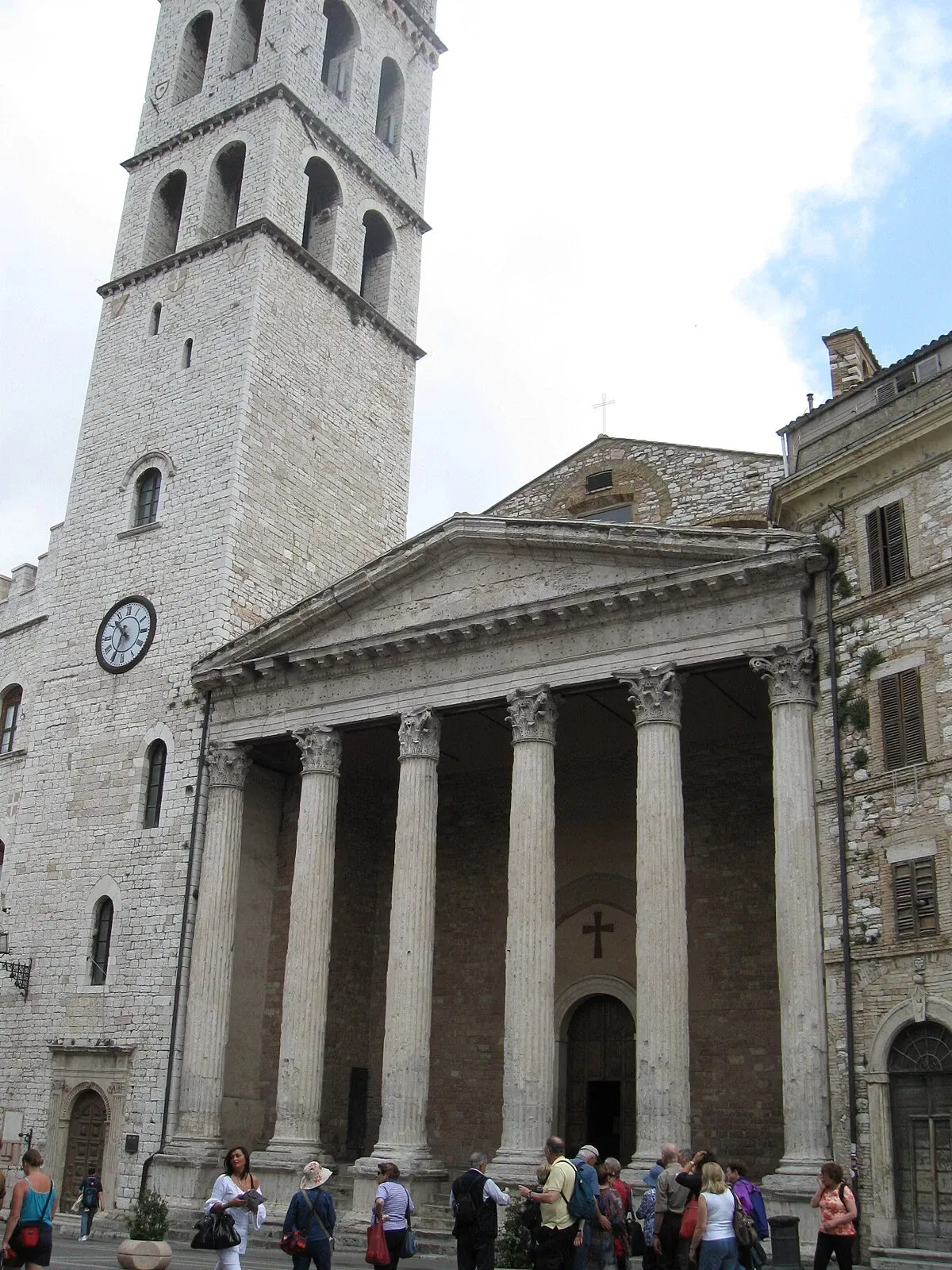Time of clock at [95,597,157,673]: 10:34
